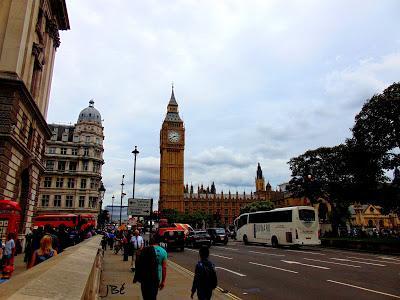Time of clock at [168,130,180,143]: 2:40
